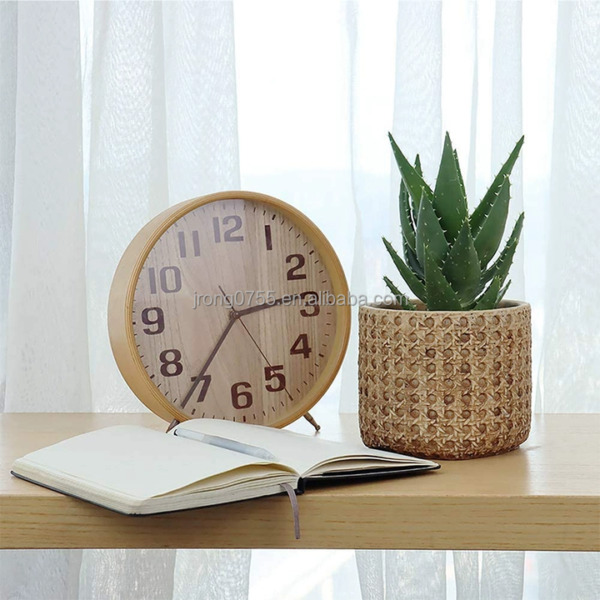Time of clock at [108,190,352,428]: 2:36
